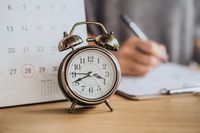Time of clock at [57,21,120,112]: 3:40
